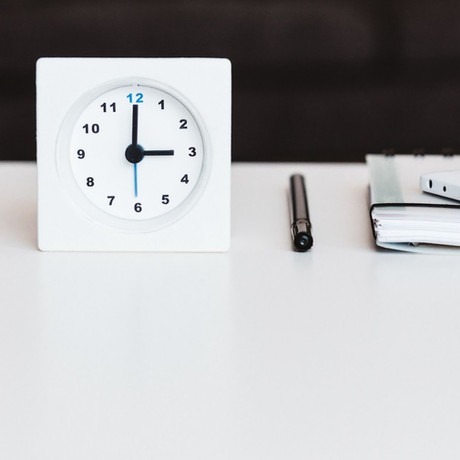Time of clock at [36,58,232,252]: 3:00
